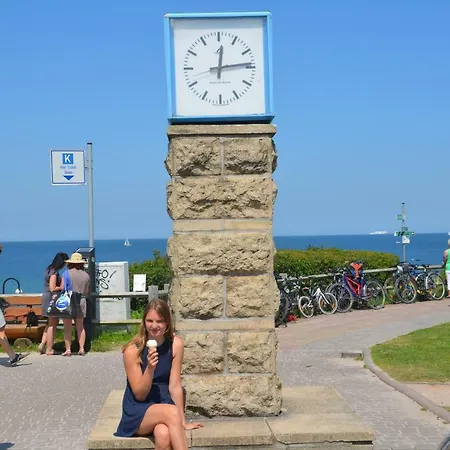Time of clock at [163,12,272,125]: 12:13
